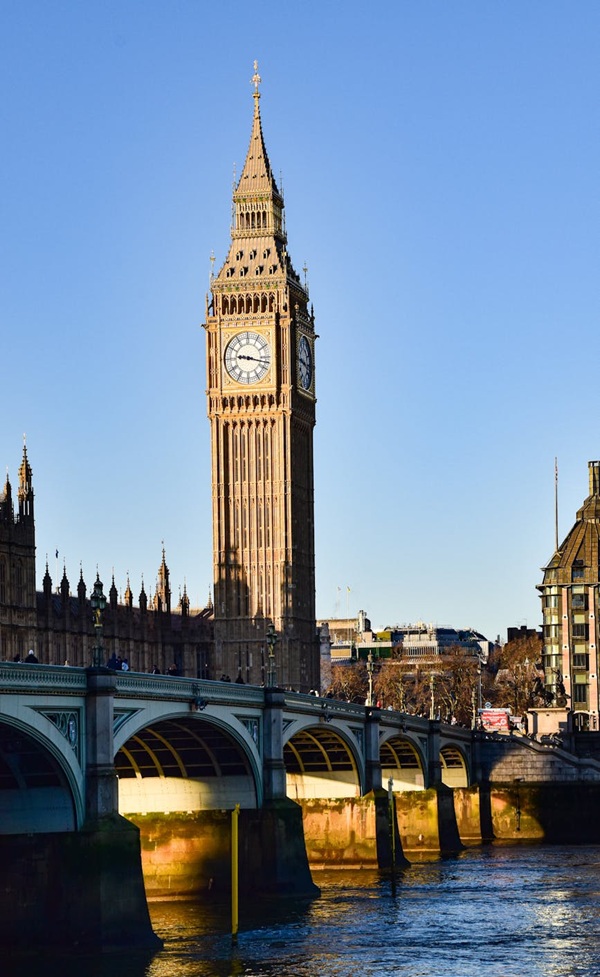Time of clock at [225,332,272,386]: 9:17
